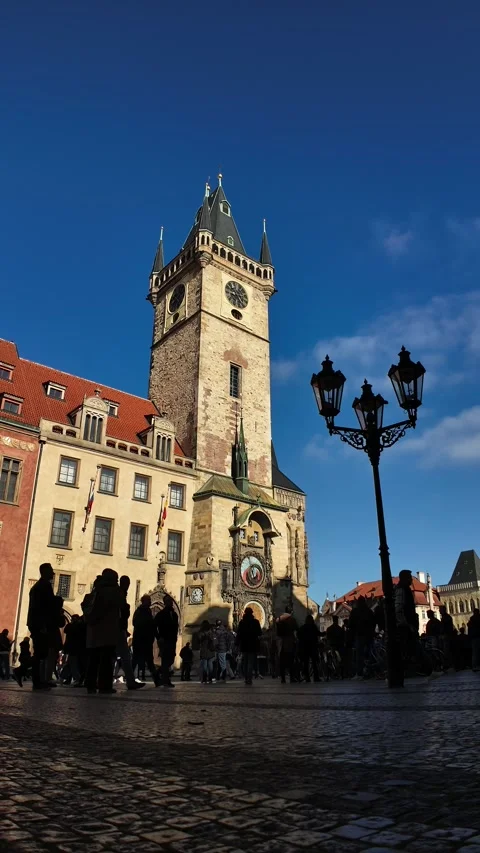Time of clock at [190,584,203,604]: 10:42
